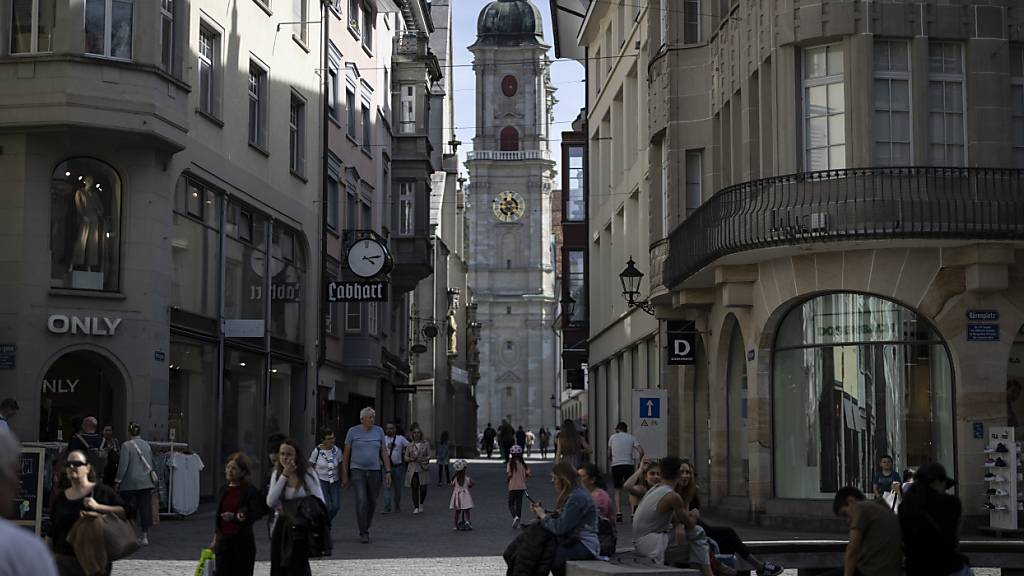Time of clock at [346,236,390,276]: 4:13
